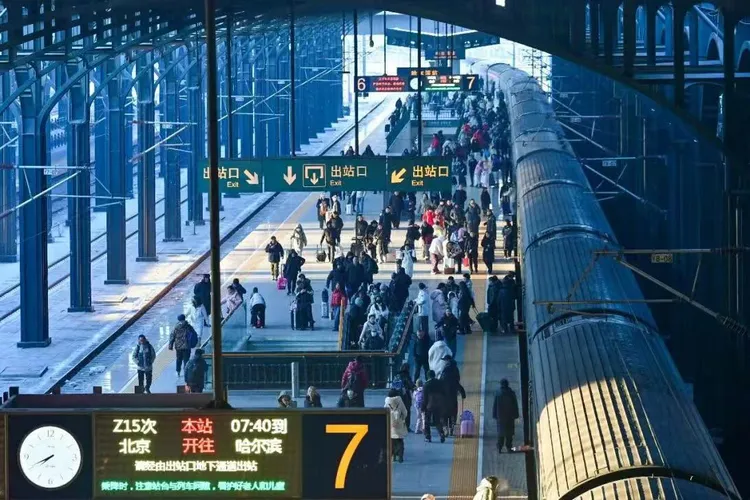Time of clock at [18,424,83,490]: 7:40
